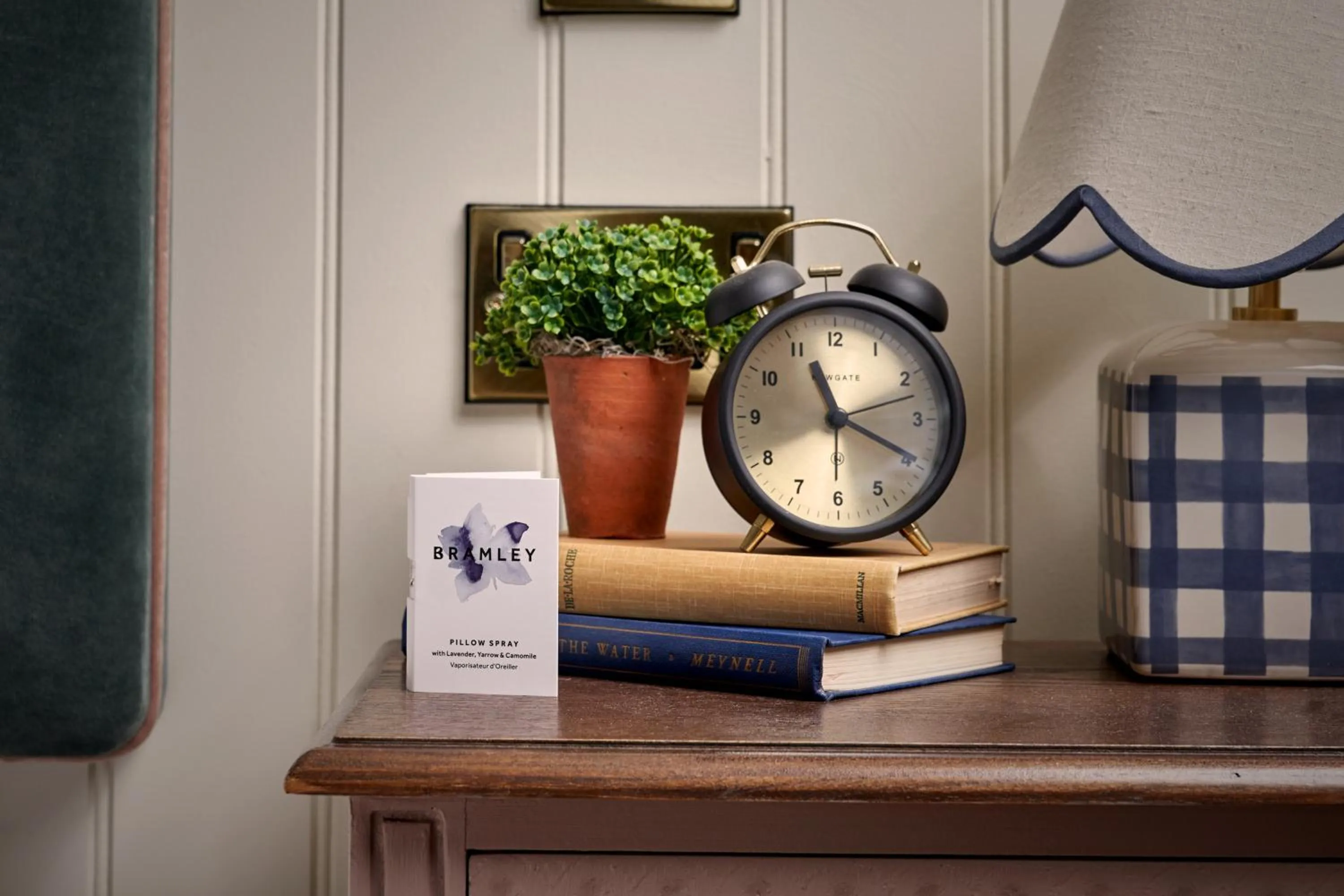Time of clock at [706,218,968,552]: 11:19
